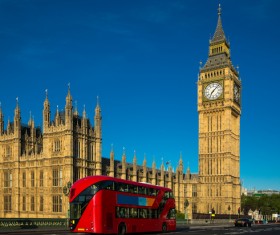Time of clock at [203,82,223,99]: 7:07
